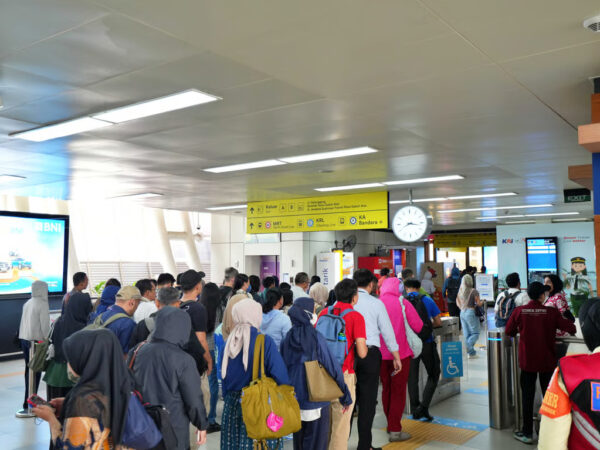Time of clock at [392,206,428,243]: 8:16
